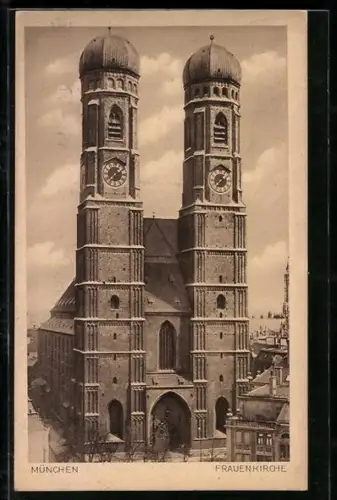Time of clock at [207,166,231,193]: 1:37
